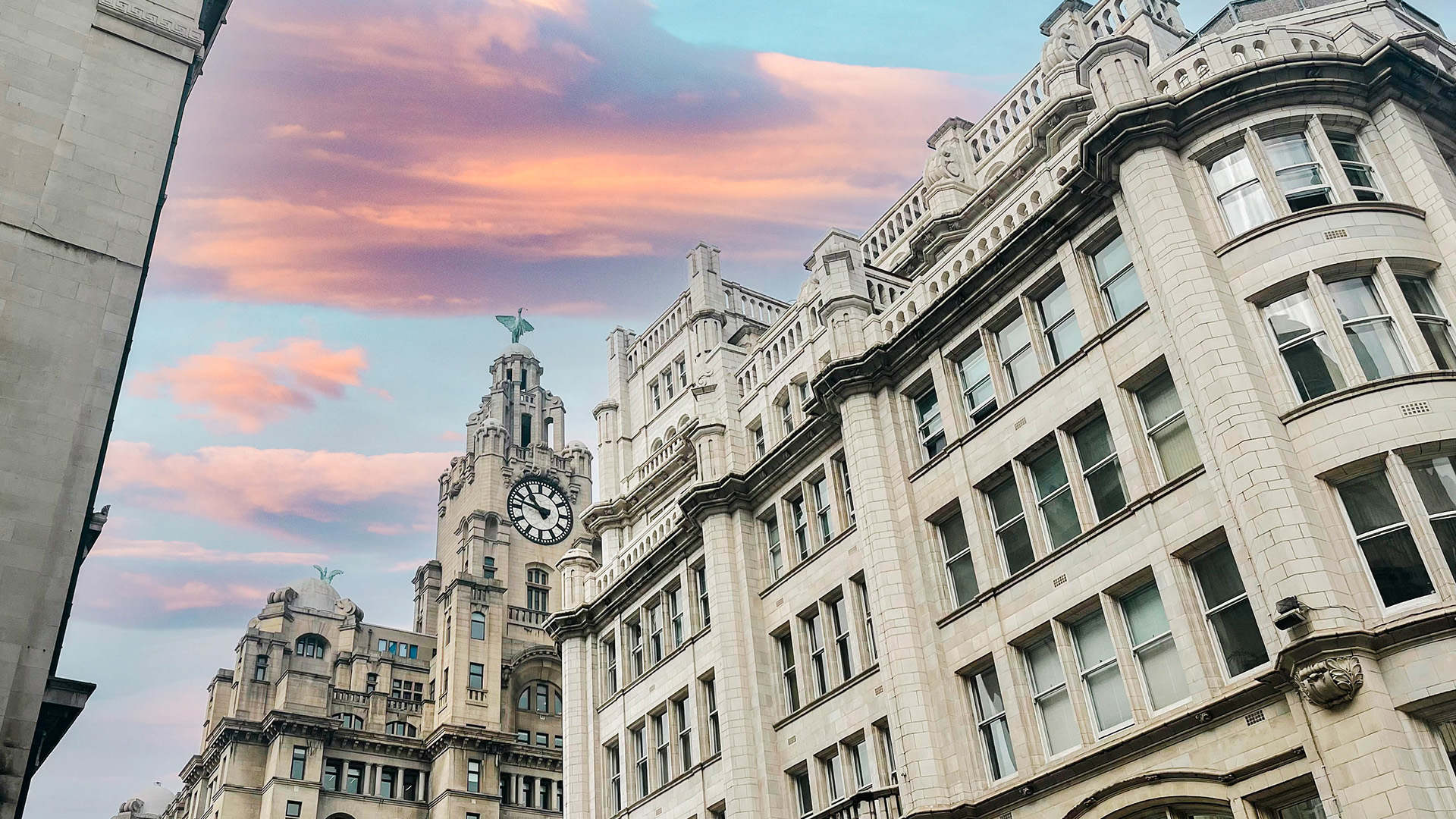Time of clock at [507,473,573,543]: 10:47
